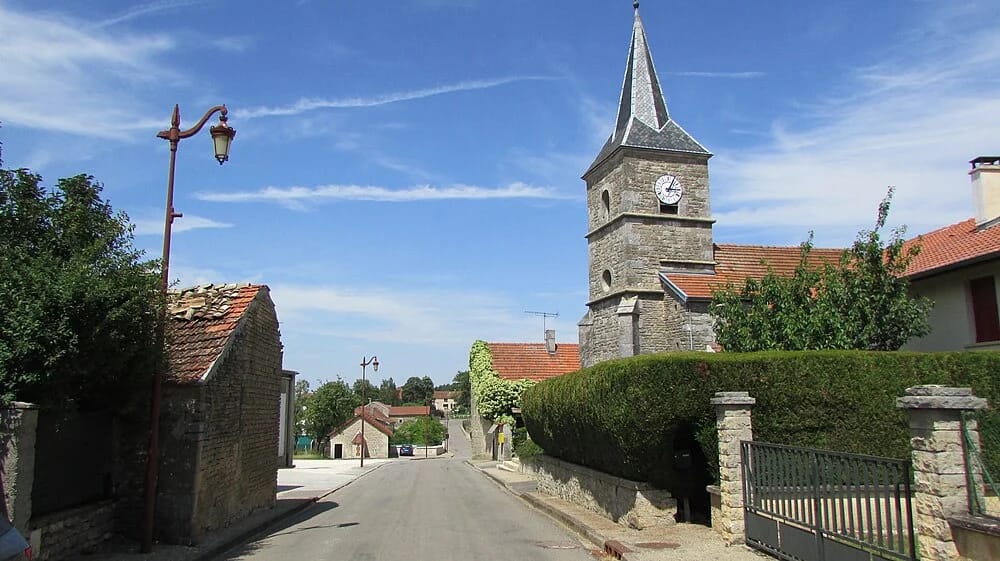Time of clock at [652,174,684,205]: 3:04
